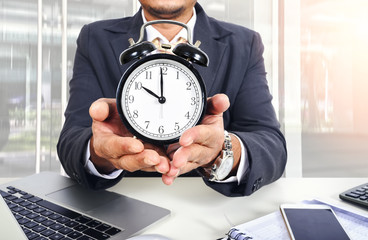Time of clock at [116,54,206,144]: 9:59
